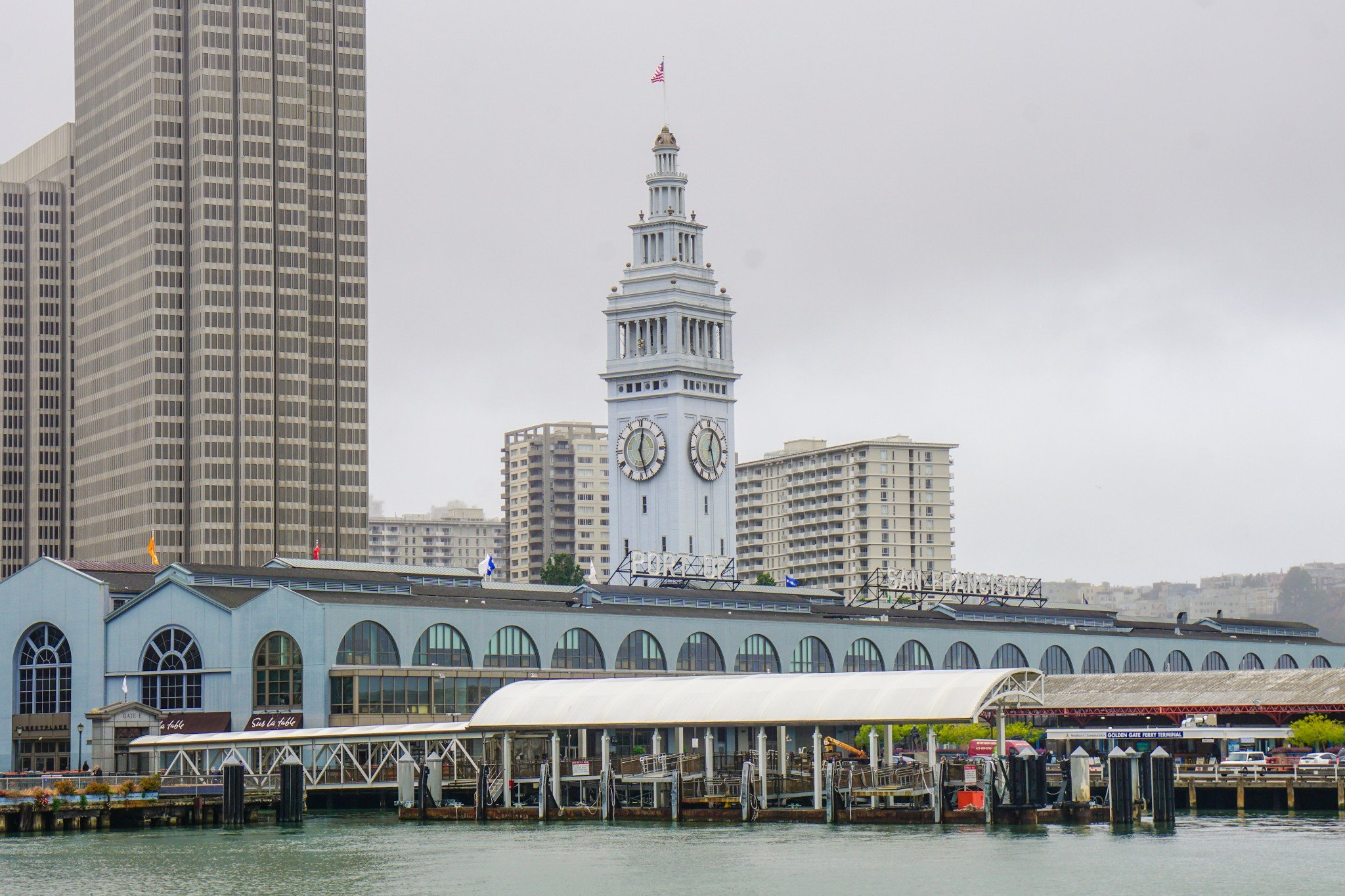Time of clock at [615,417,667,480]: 12:27
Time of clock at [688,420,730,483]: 12:26
